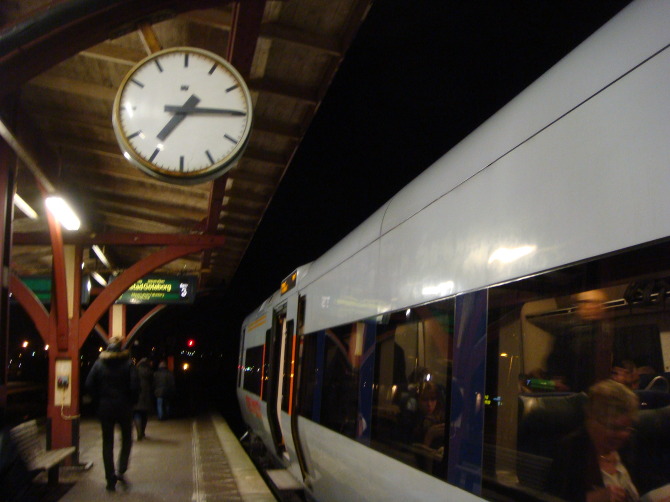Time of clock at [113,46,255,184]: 7:15
